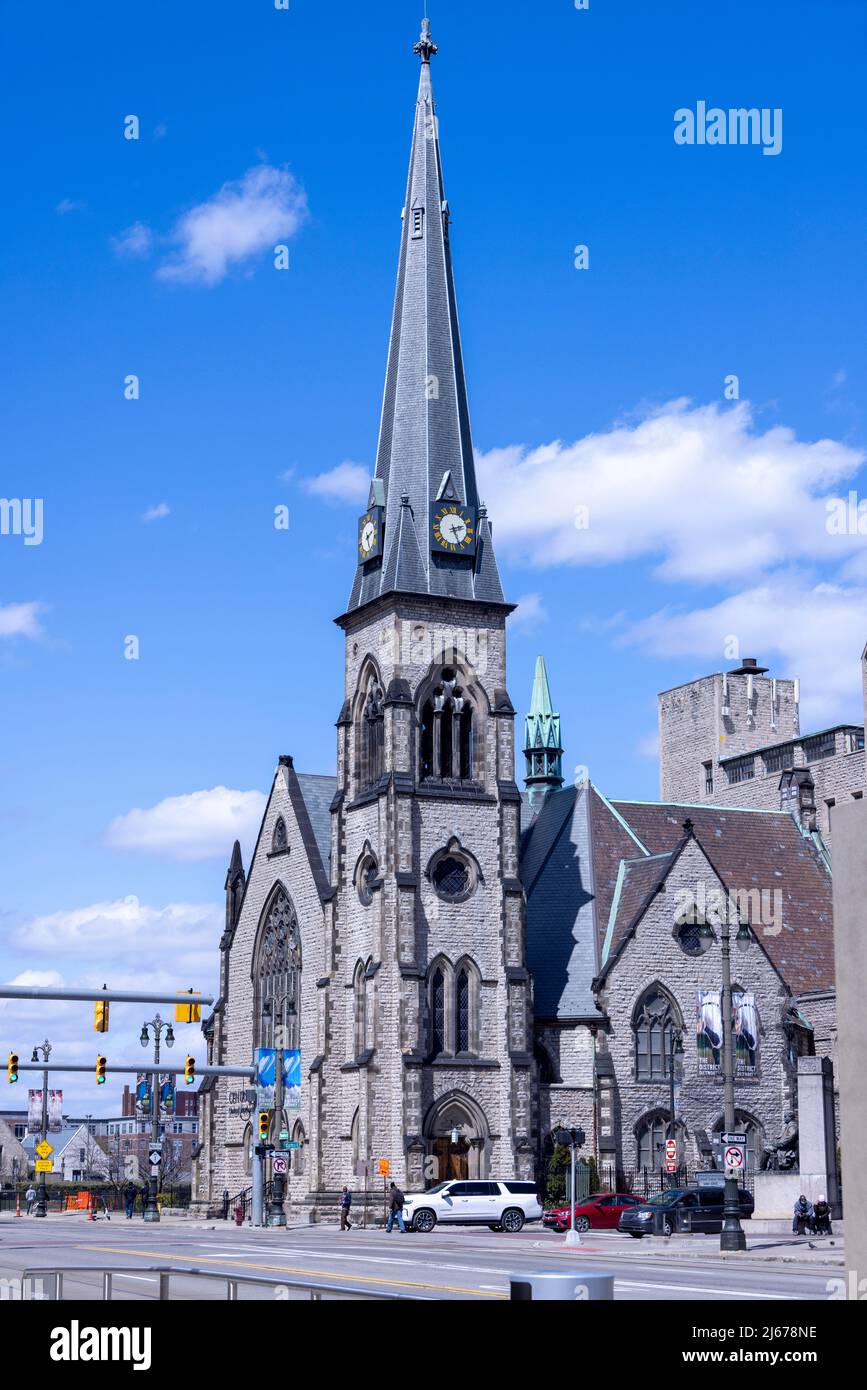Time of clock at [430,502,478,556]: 2:25
